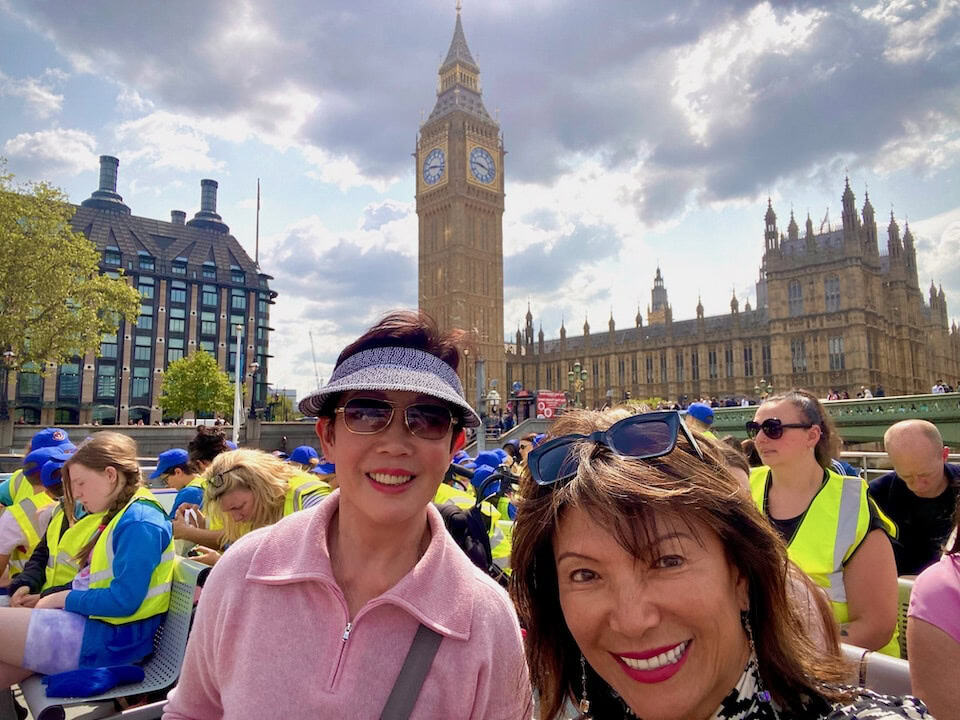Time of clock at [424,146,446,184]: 9:17
